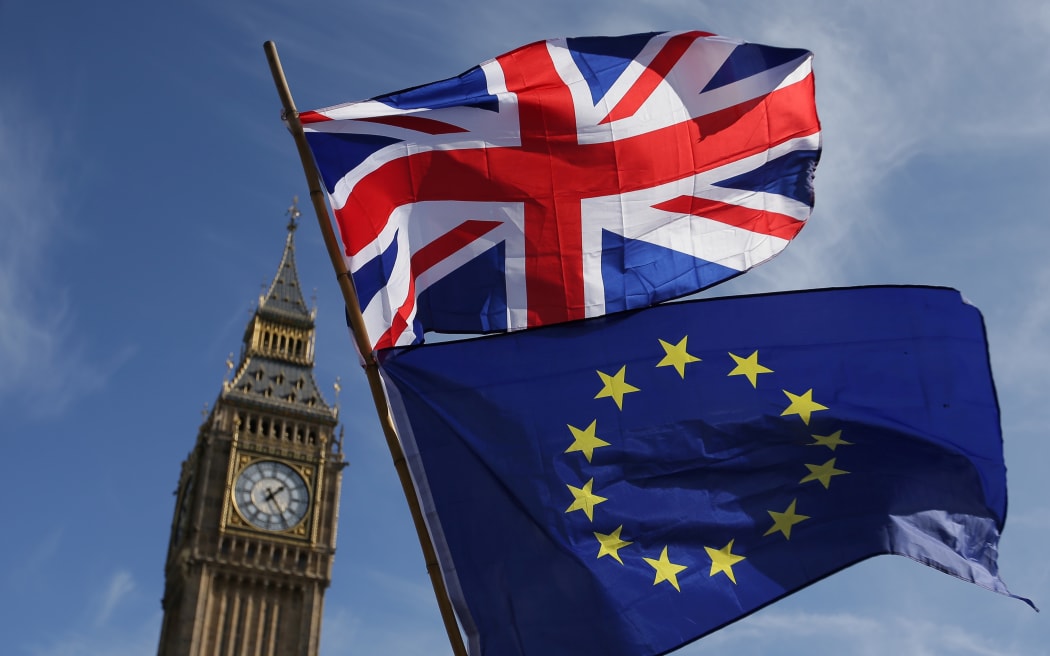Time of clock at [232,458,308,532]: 1:24
